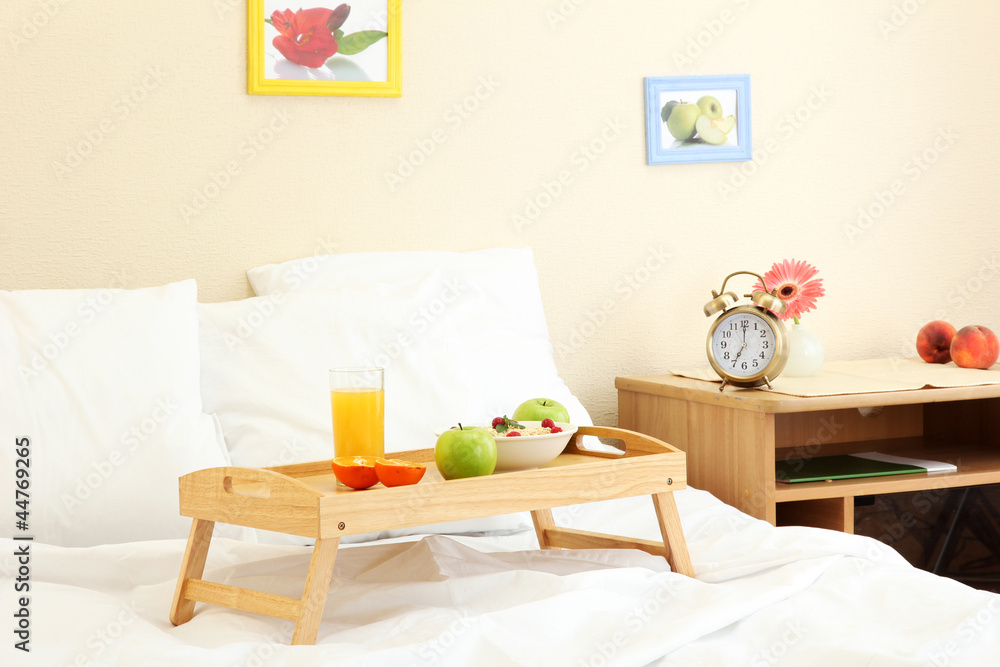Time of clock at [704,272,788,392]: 7:00
